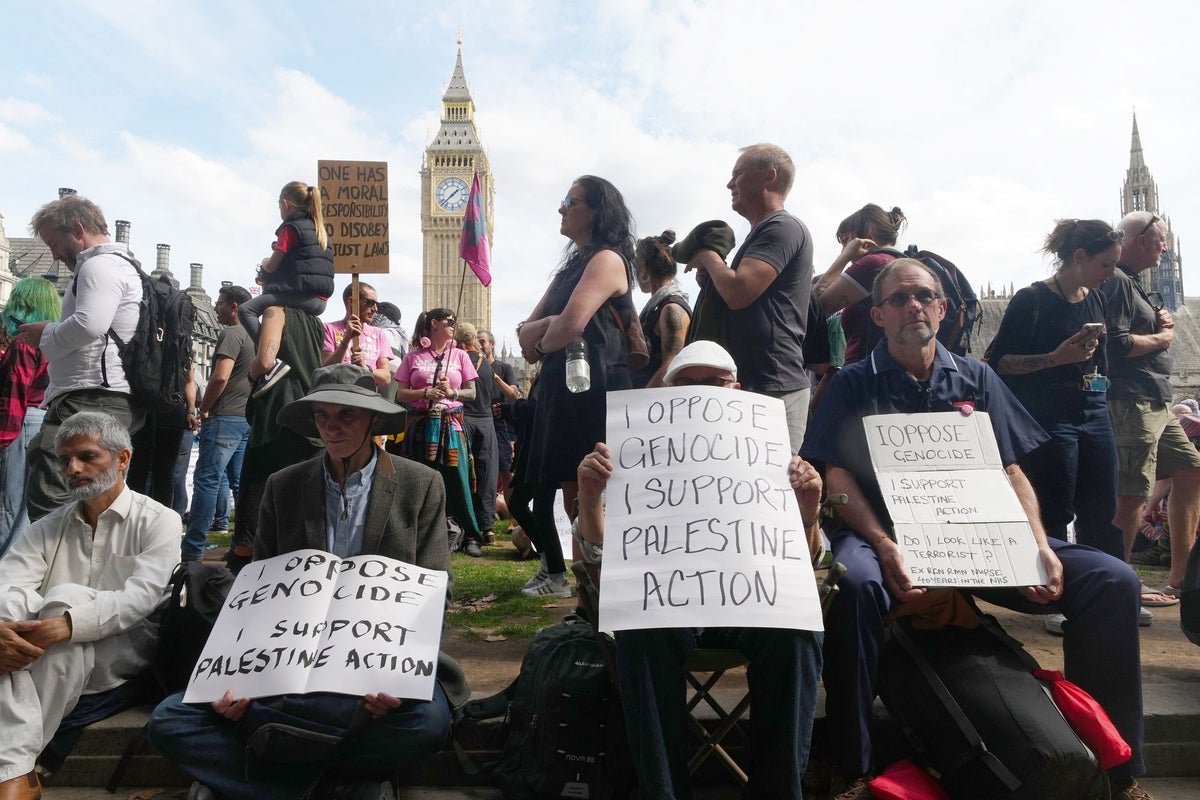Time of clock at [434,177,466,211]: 1:37
